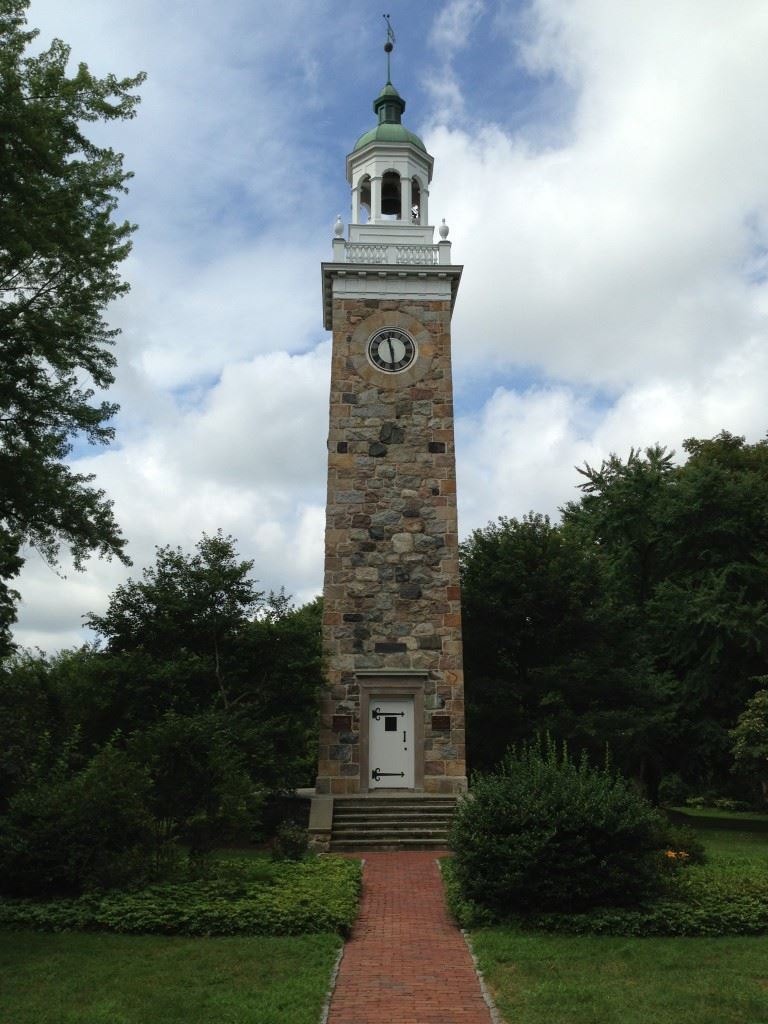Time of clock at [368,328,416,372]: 11:28
